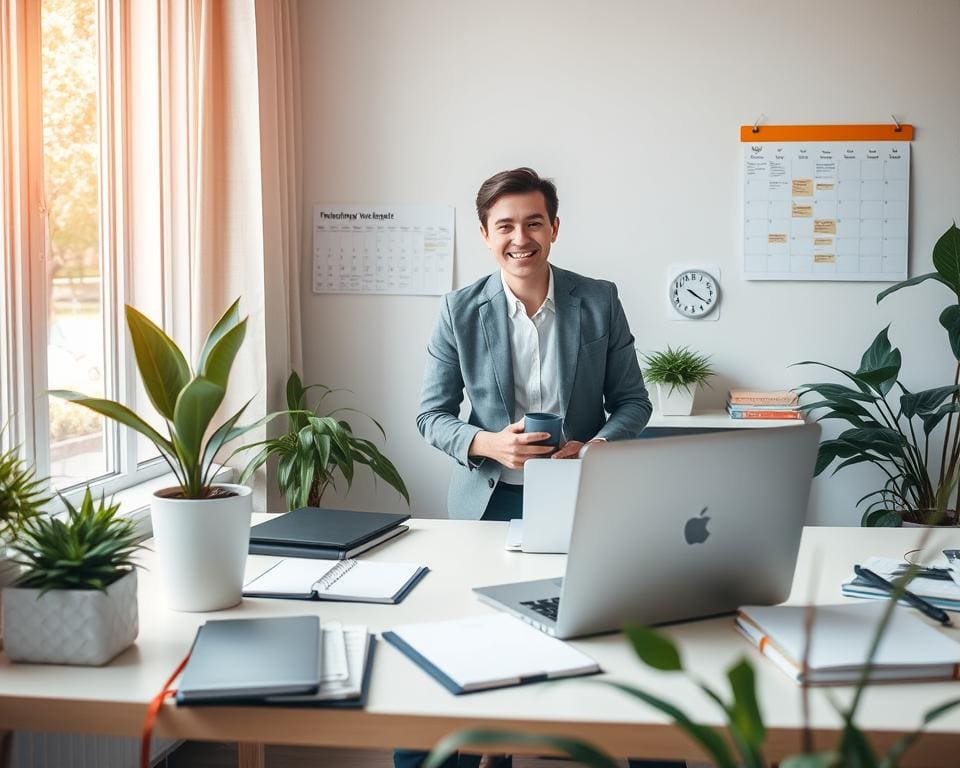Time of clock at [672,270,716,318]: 4:20
